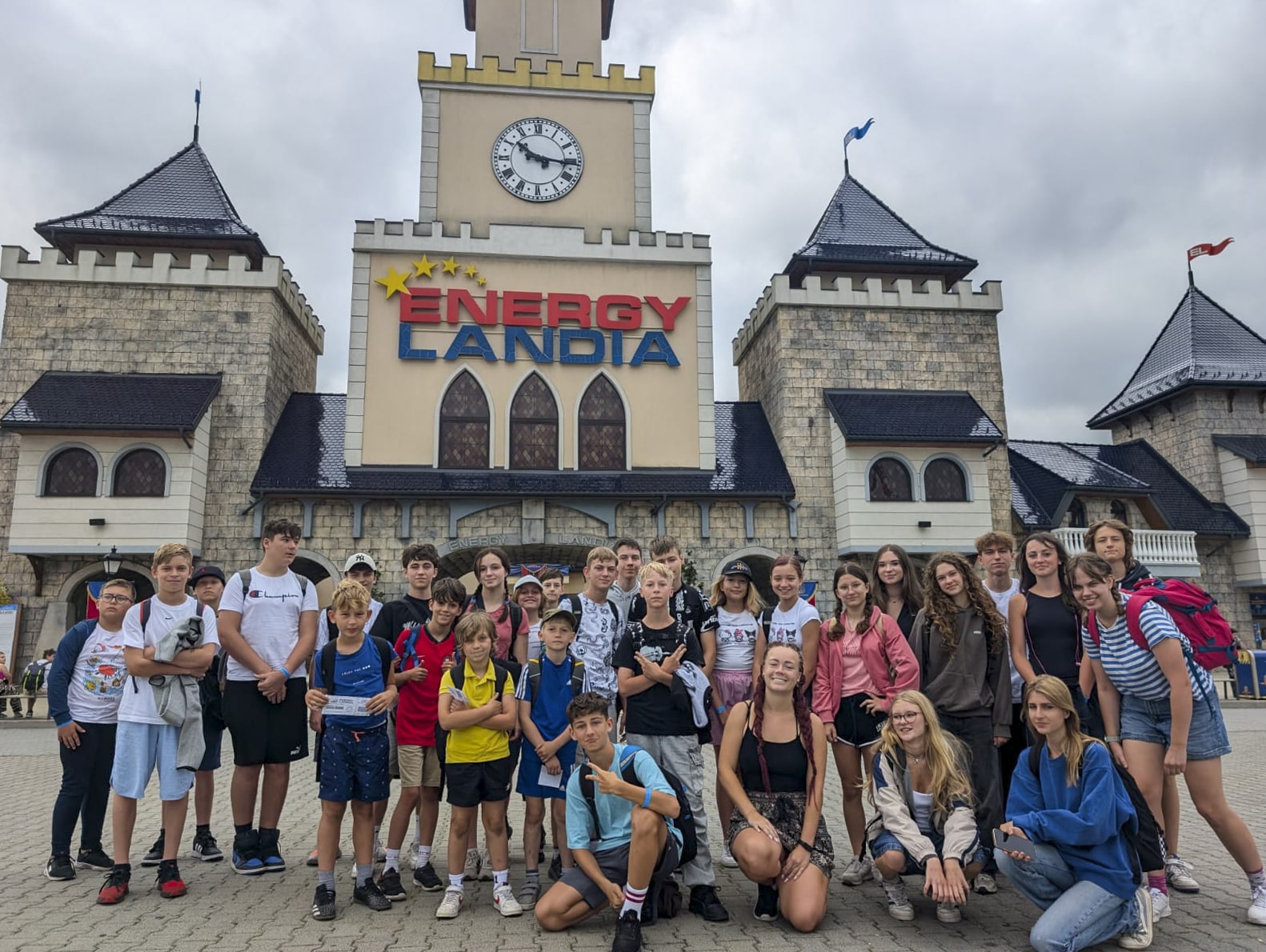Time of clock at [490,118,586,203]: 10:16
